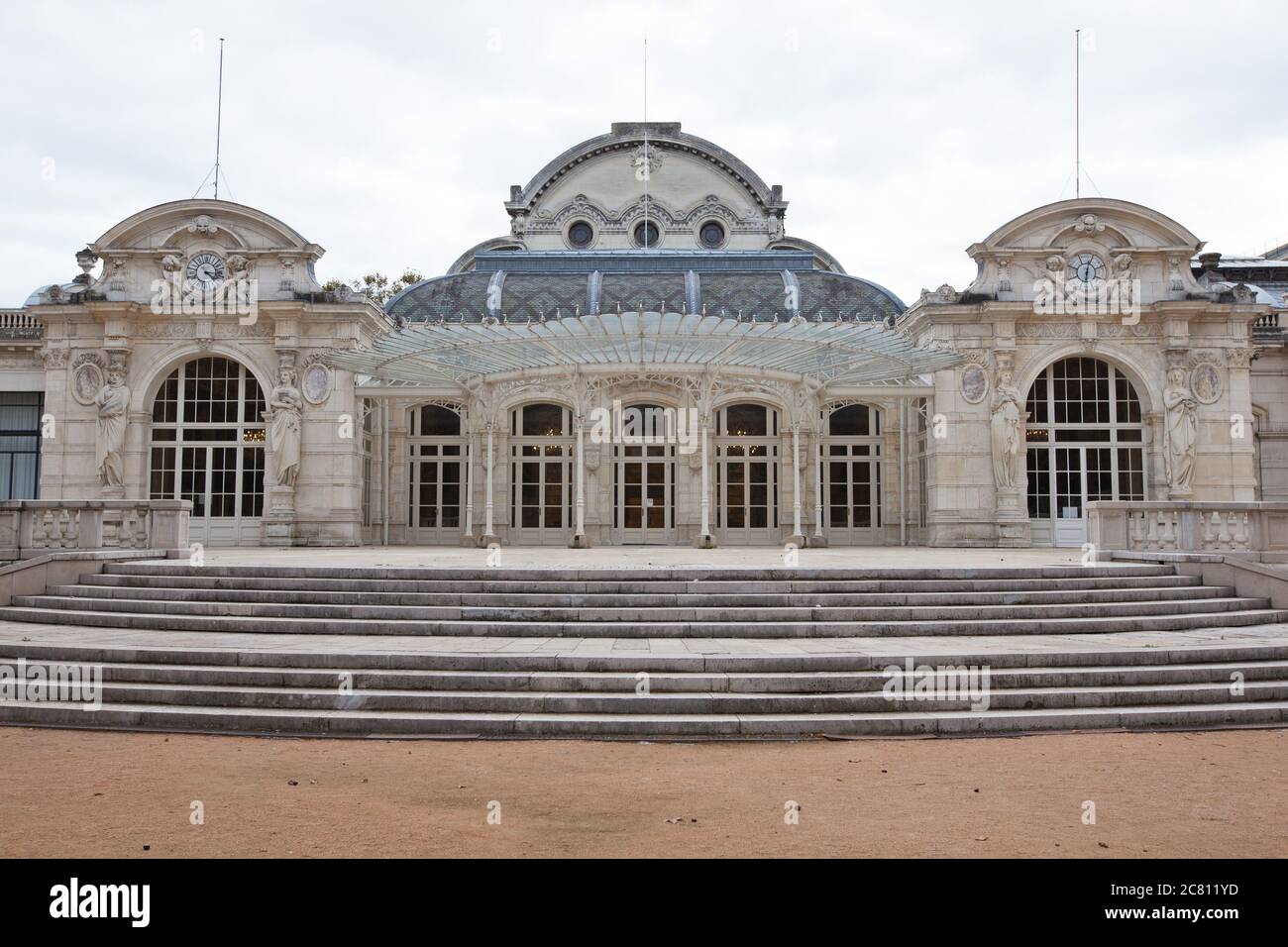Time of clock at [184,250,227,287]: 4:16
